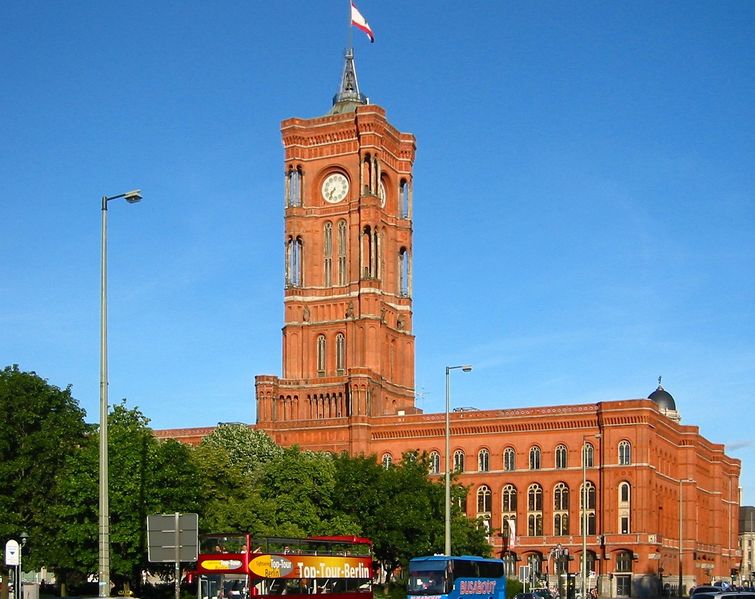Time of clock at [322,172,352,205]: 7:36
